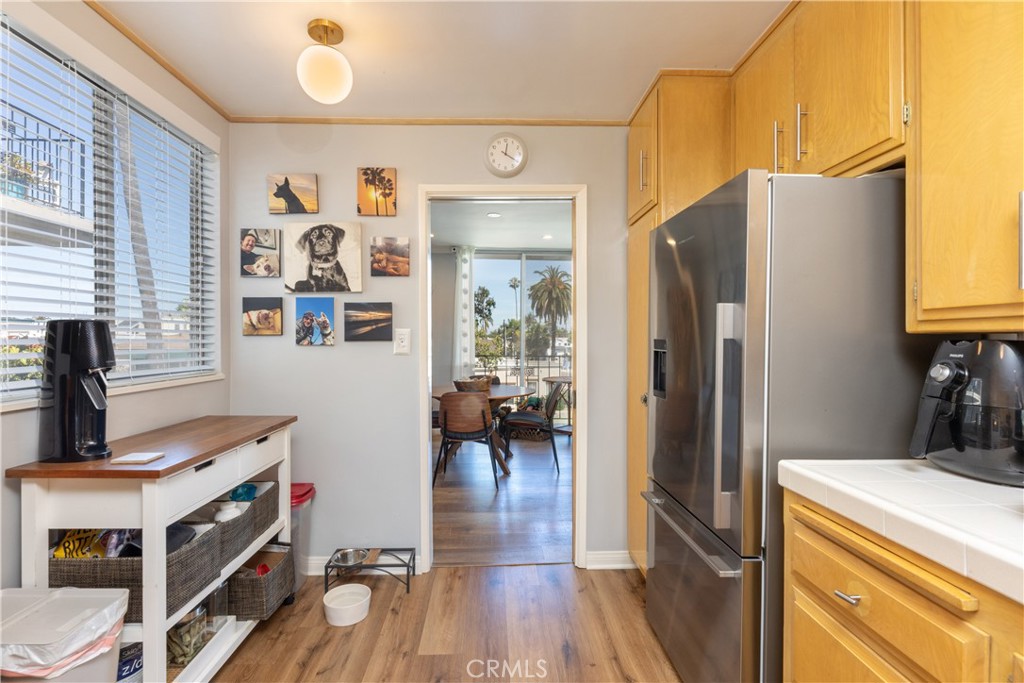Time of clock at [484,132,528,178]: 12:20
